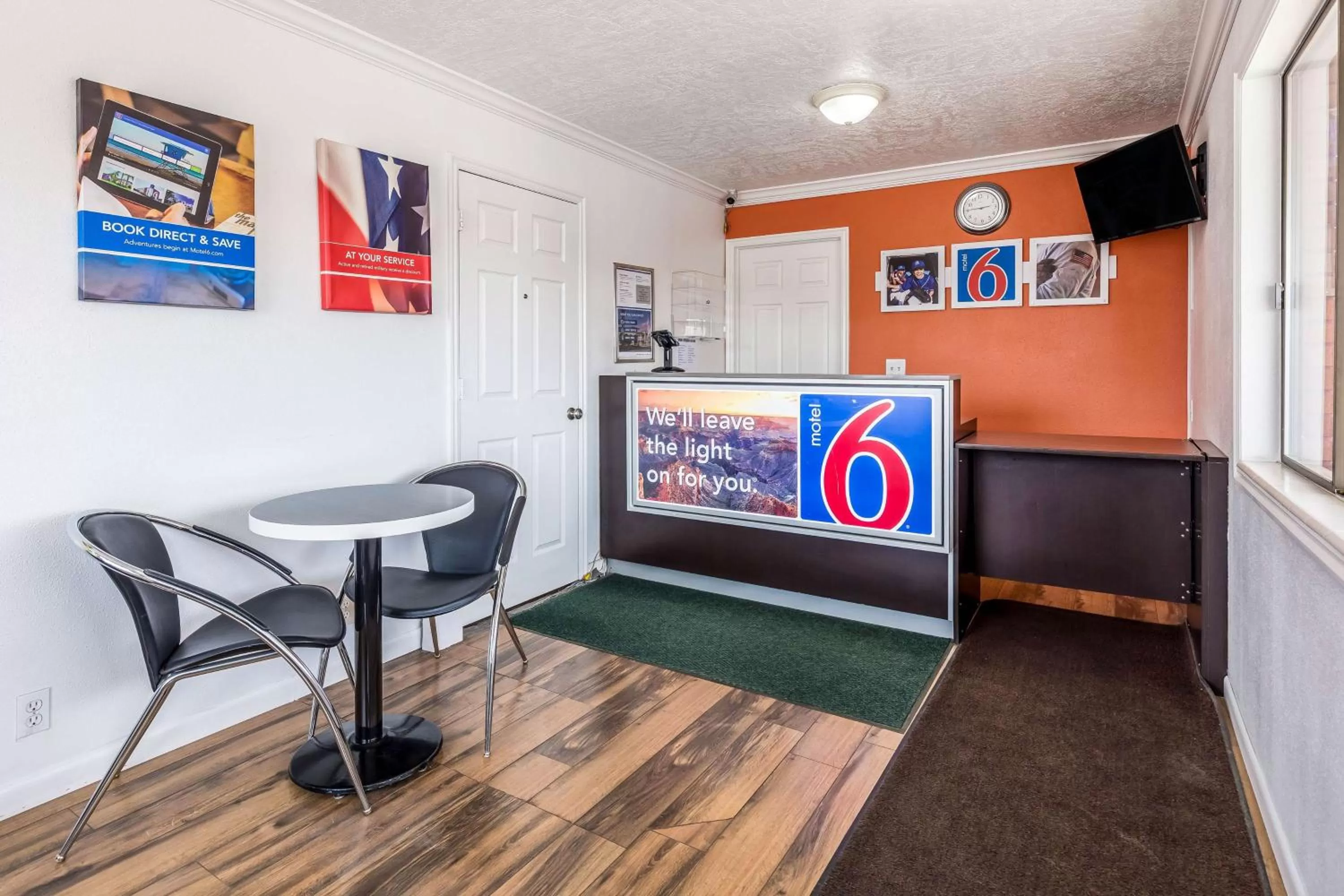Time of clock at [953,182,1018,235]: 2:45
